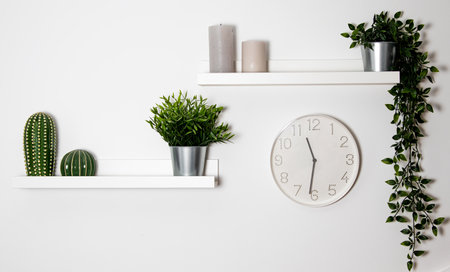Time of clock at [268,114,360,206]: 11:31
